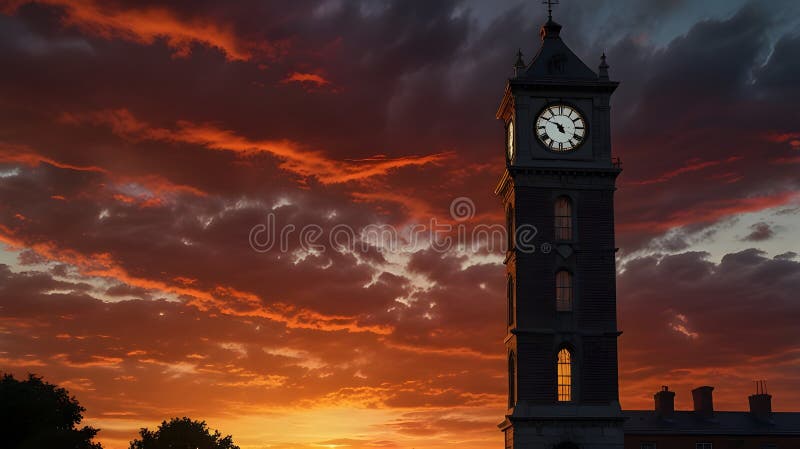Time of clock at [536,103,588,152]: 4:49
